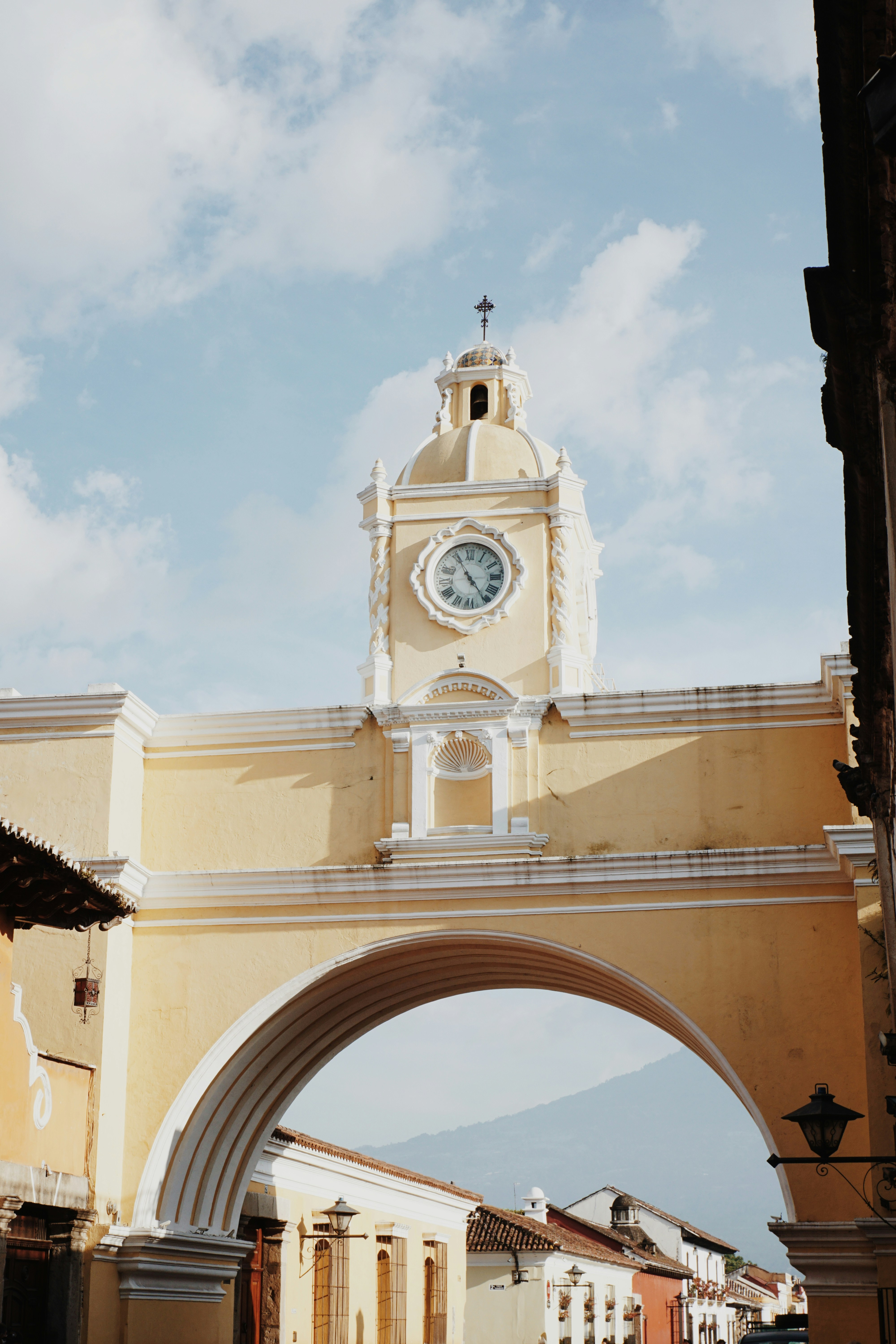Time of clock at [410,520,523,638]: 4:55
